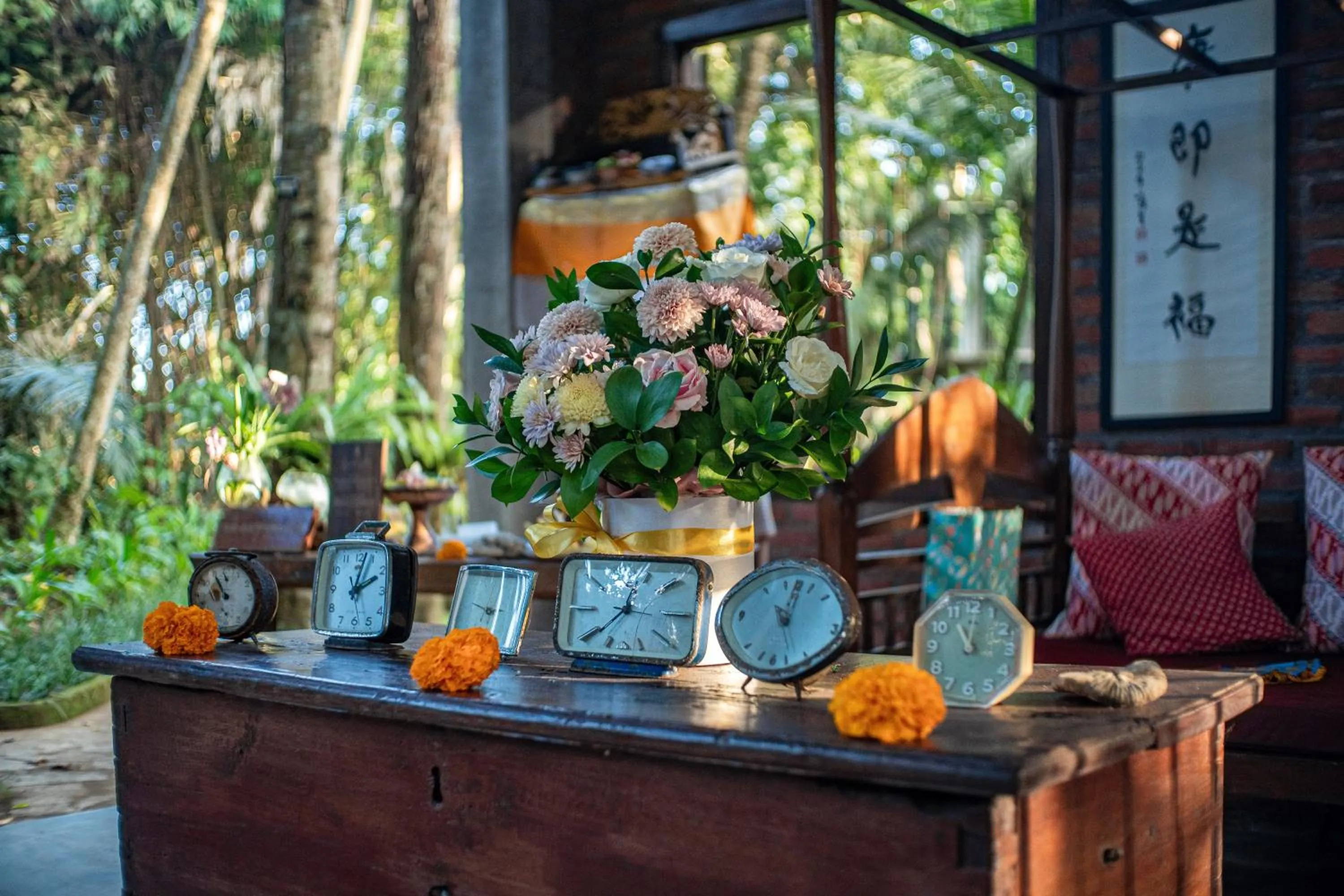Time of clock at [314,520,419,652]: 2:03
